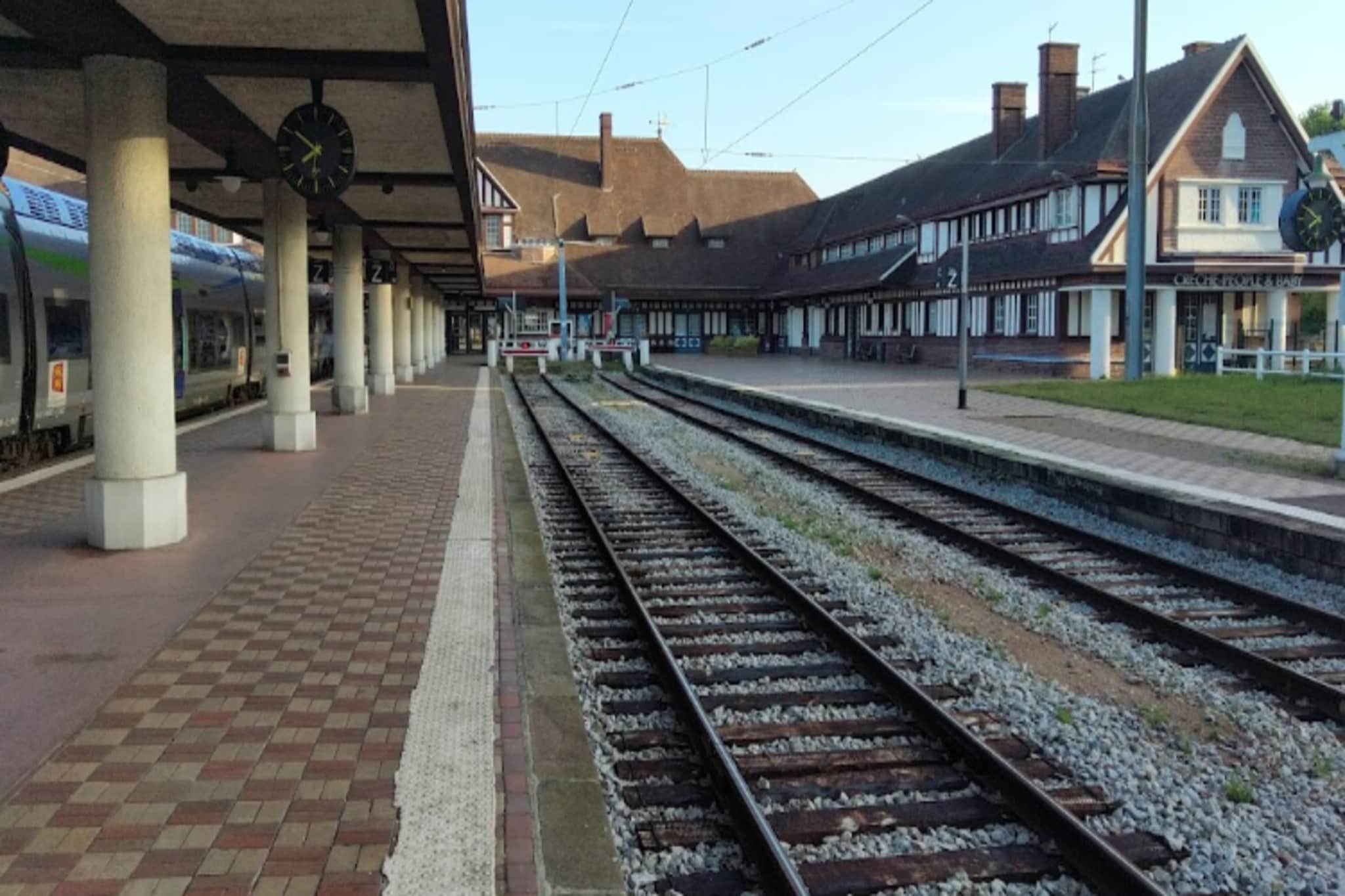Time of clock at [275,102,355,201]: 7:50
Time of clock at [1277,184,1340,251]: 7:50
